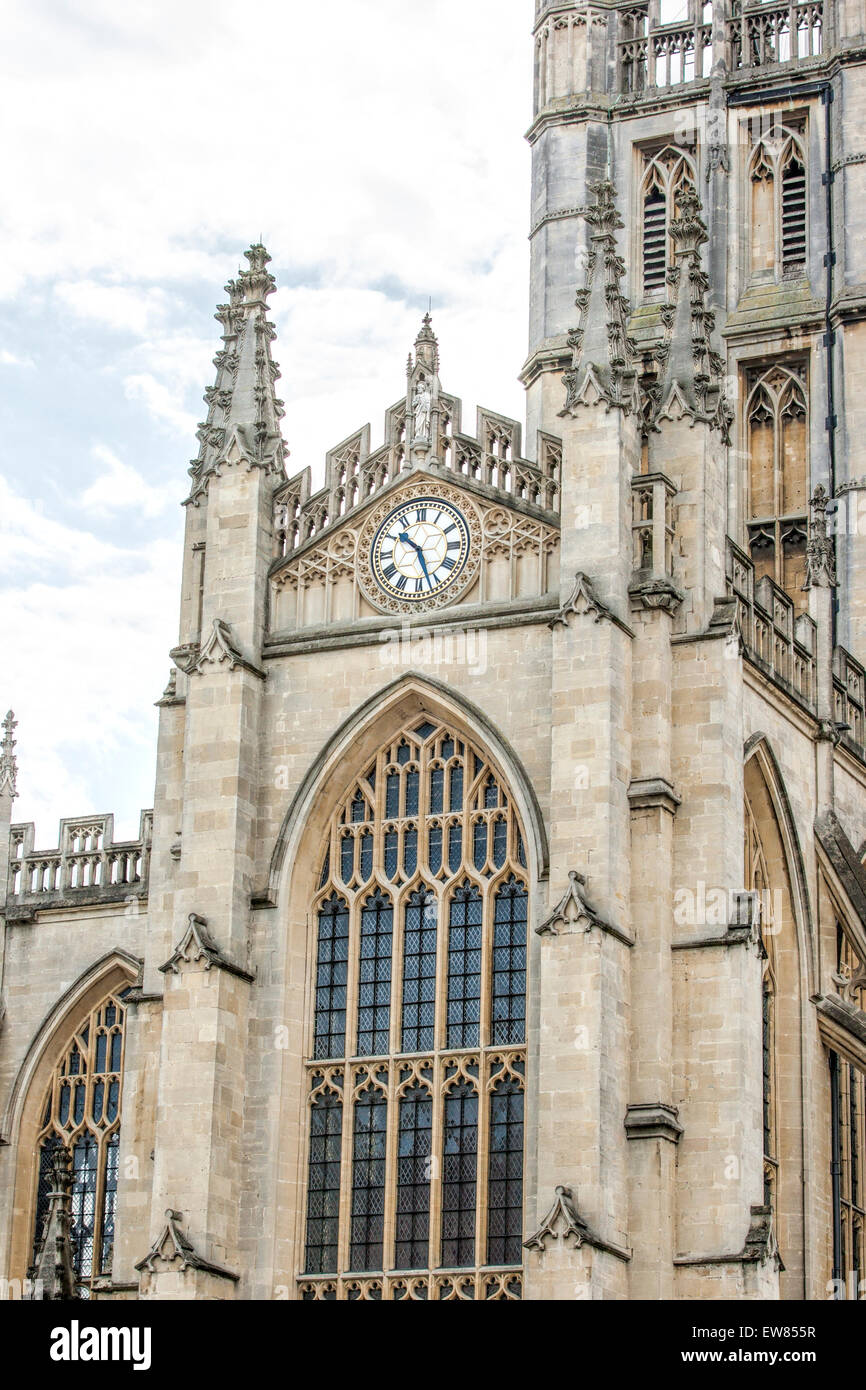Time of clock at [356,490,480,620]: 10:26
